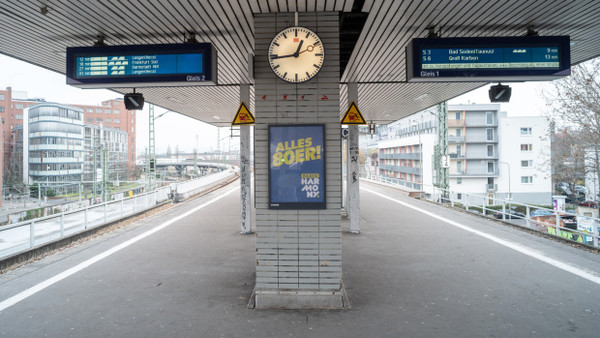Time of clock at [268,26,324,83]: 12:43
